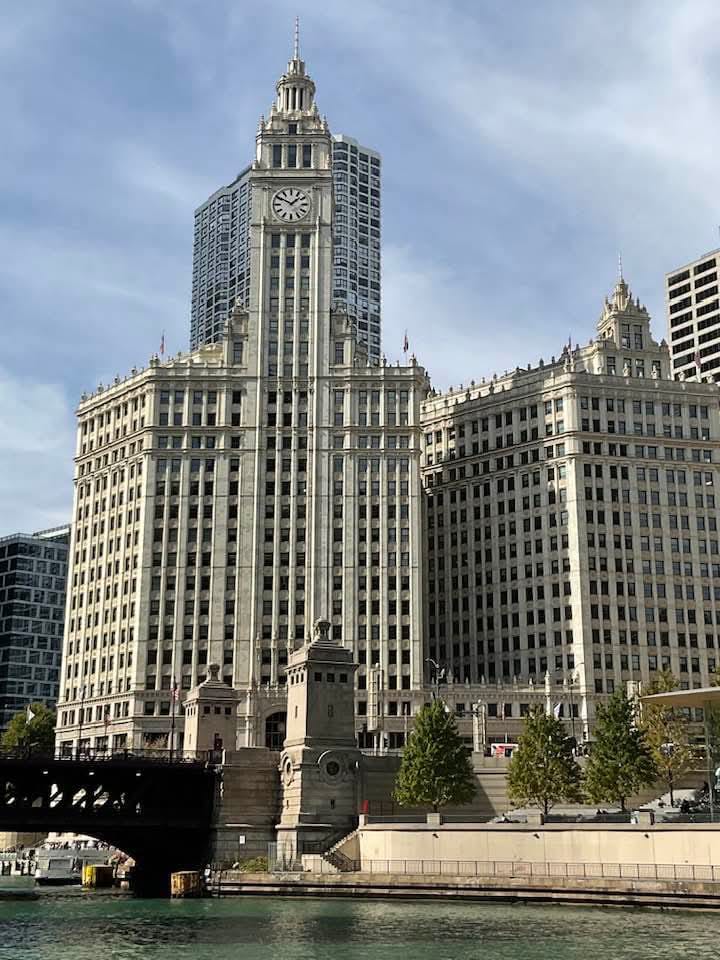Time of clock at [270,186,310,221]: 1:50
